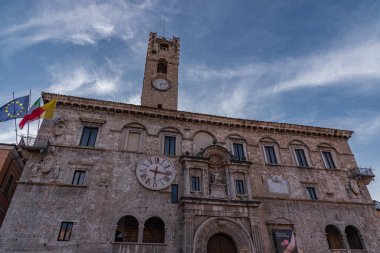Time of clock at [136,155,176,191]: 6:16
